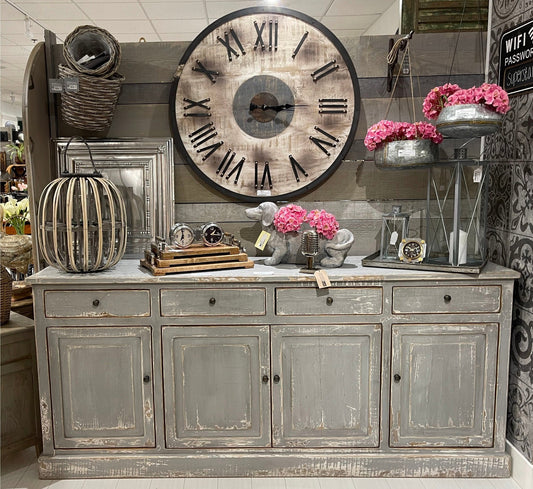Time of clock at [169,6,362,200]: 3:13
